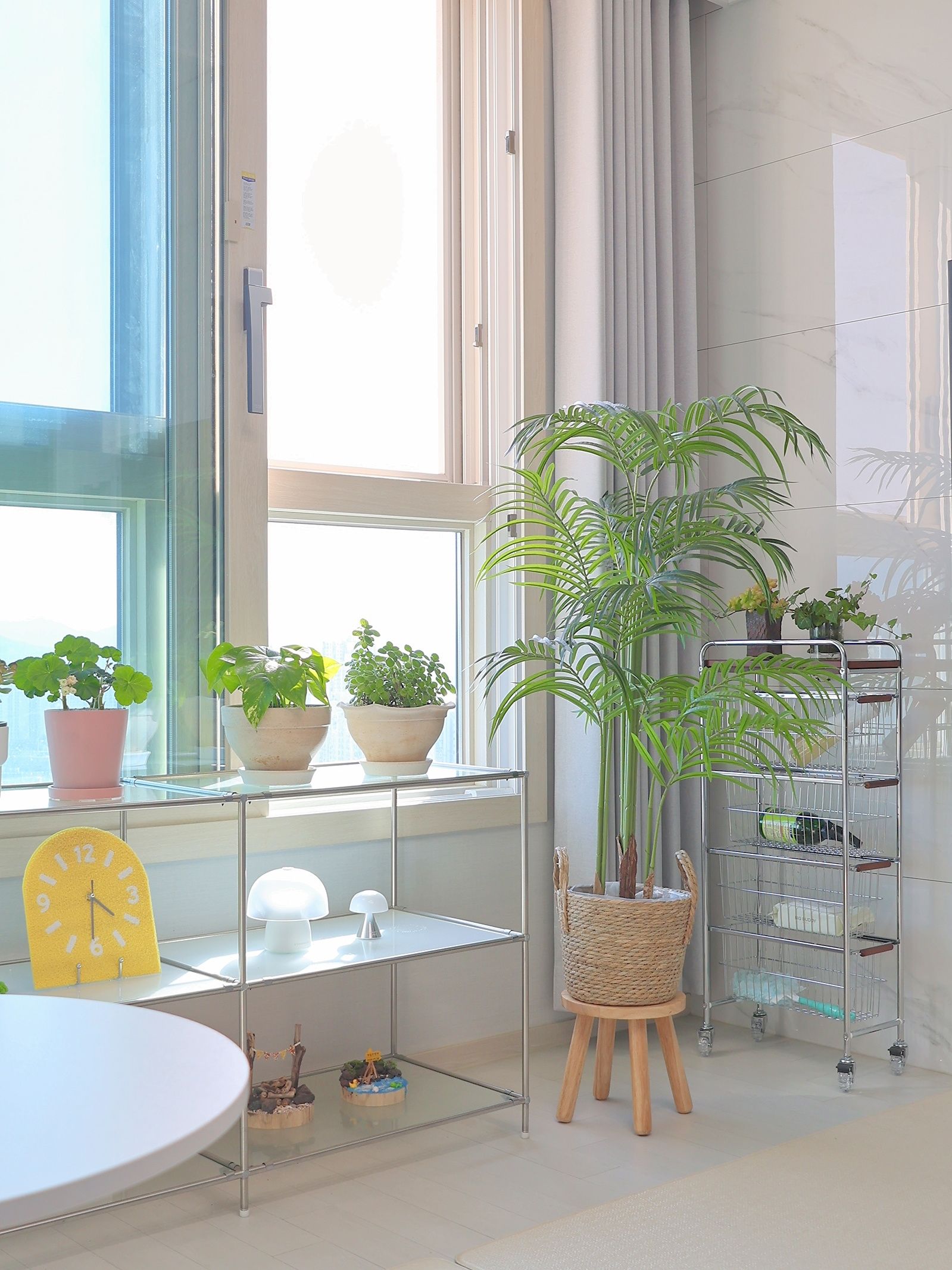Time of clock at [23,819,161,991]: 4:30
